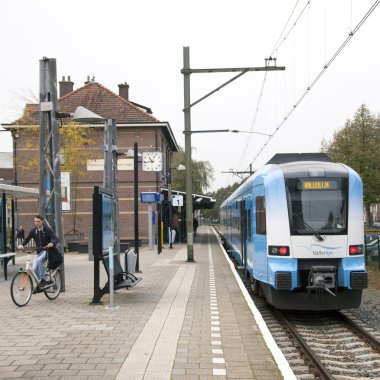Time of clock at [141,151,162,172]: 10:43
